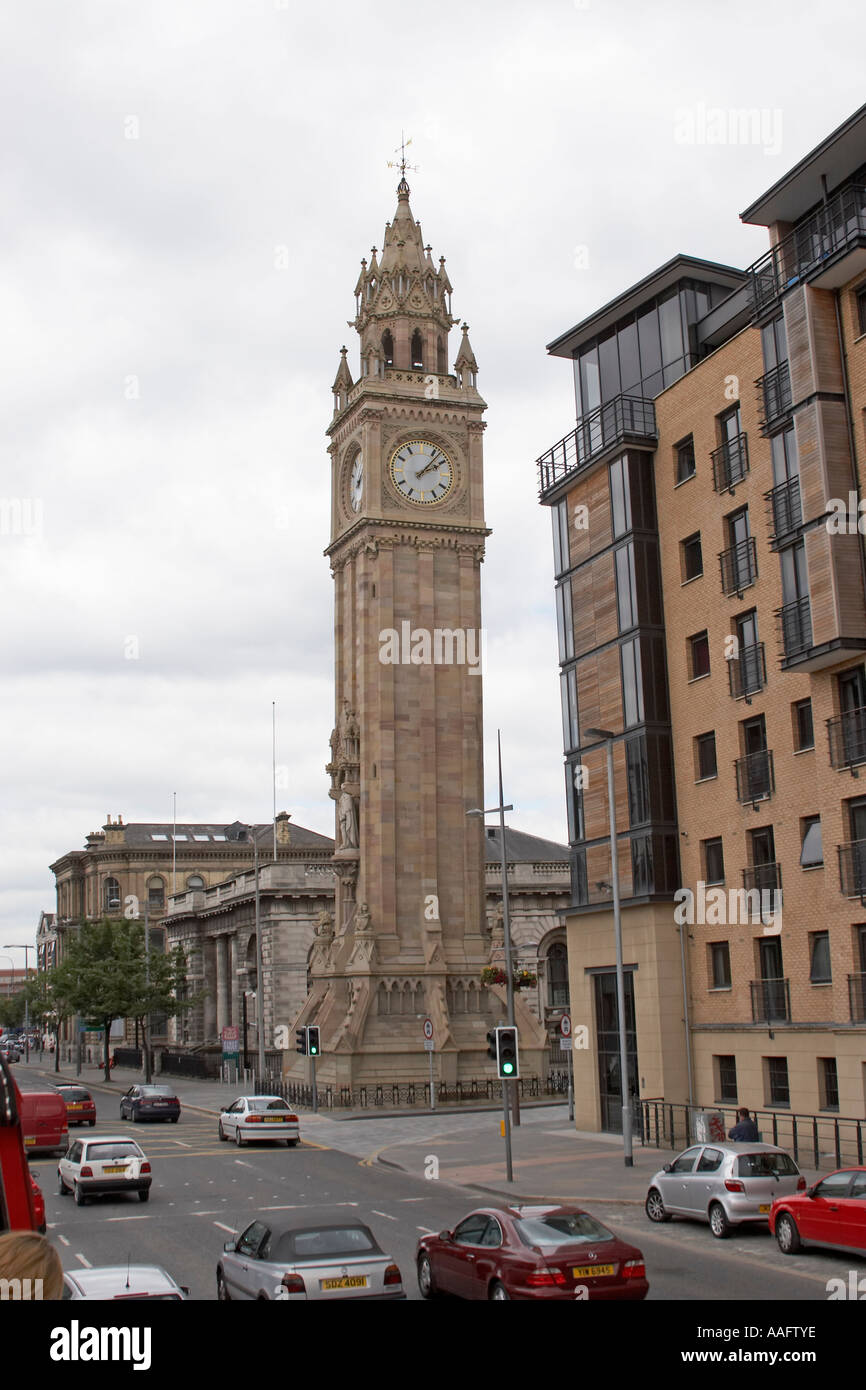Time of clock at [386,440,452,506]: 2:07
